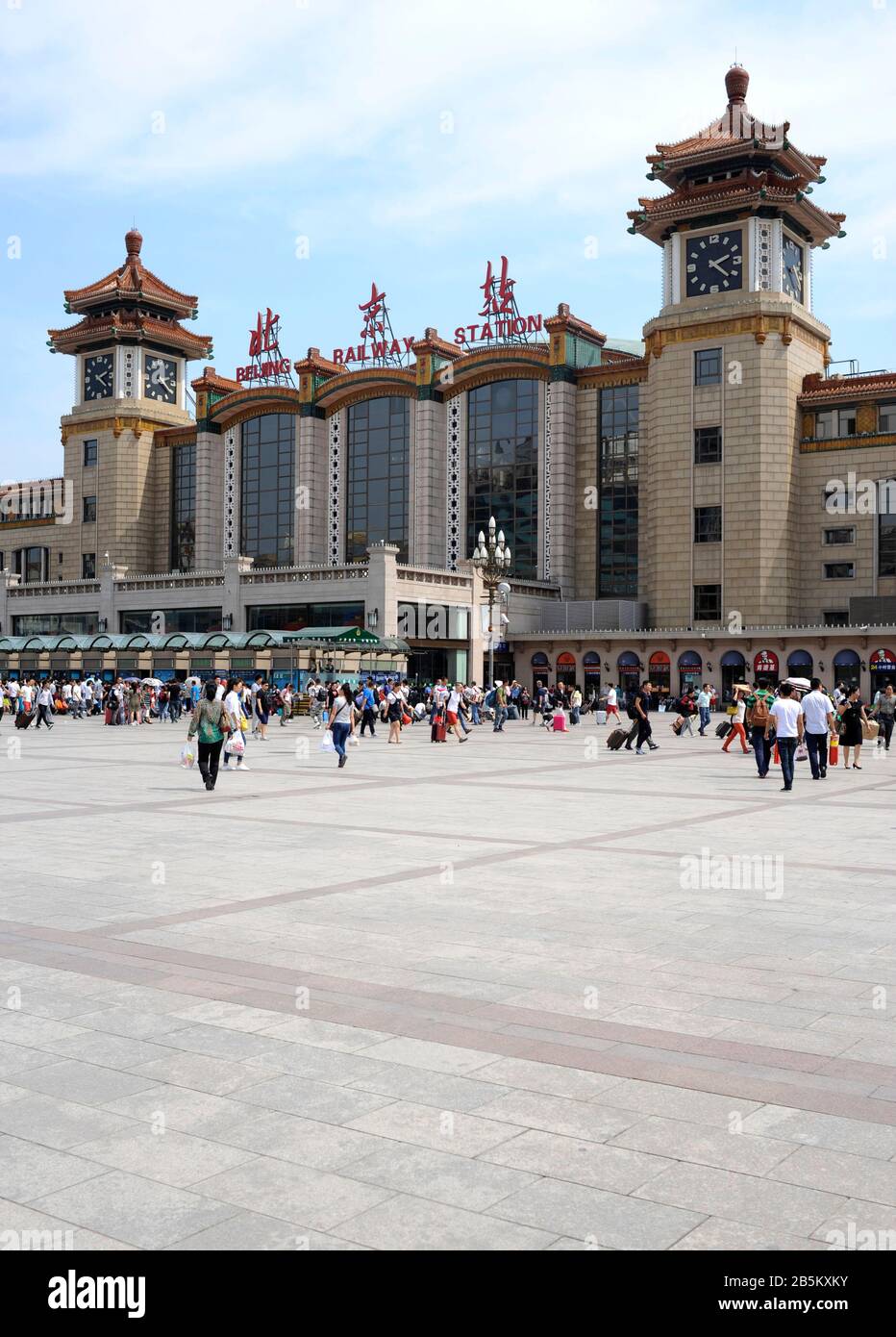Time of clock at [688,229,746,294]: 2:21
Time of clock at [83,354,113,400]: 2:21
